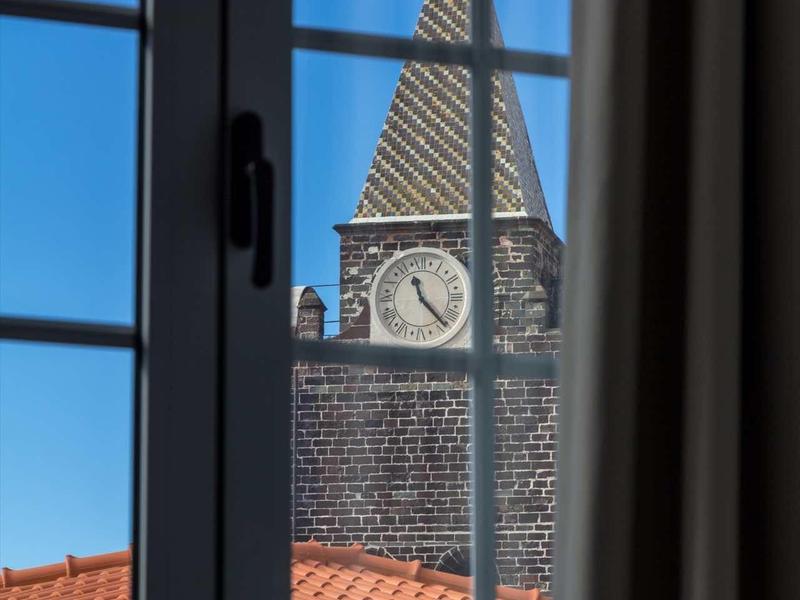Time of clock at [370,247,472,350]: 11:23
